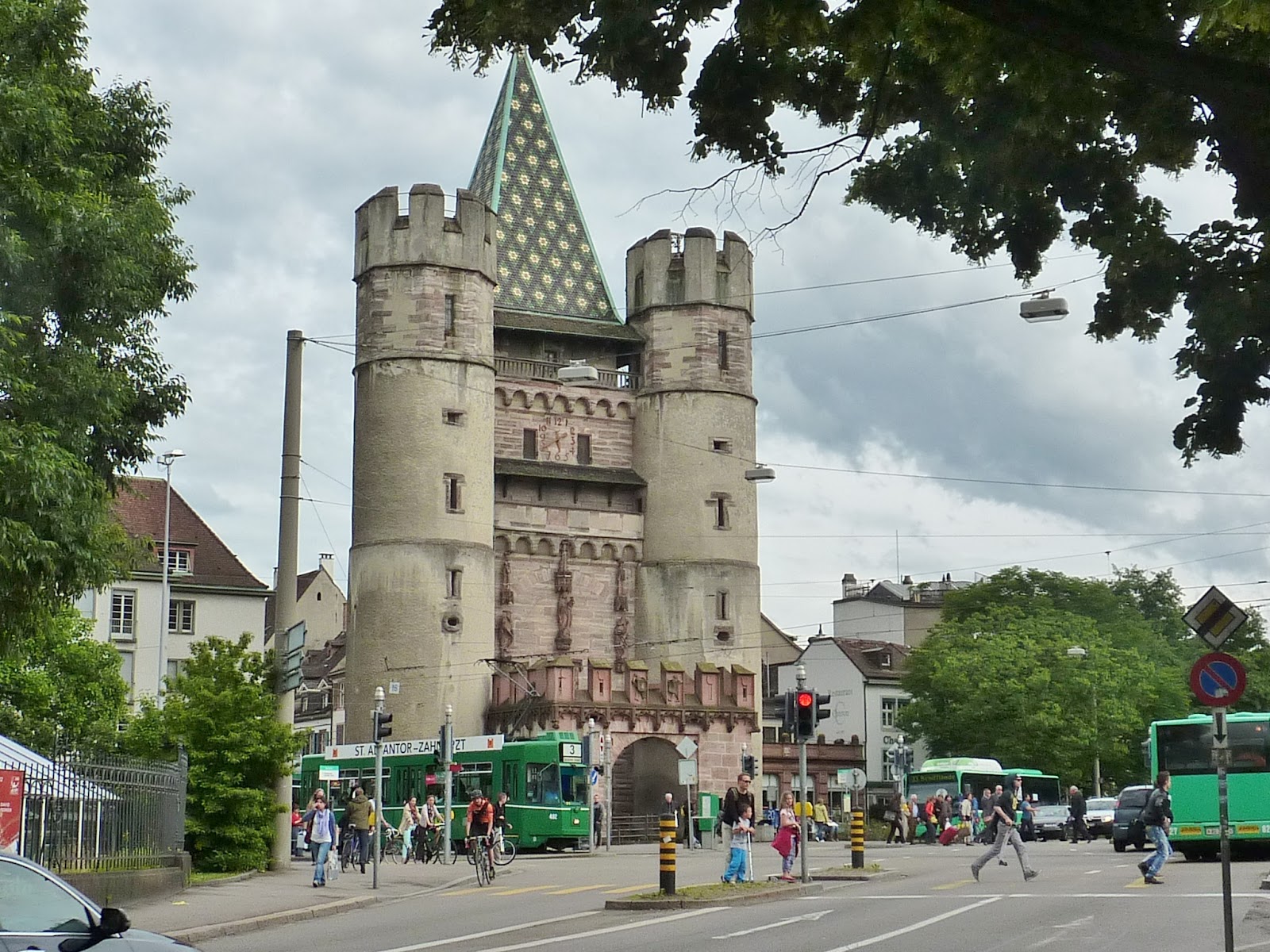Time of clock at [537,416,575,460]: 5:40
